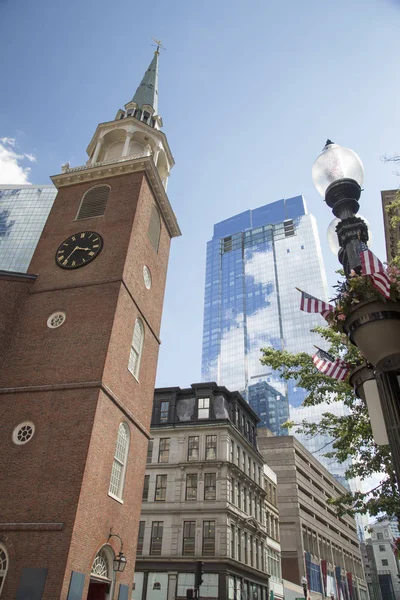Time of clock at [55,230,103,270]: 3:35
